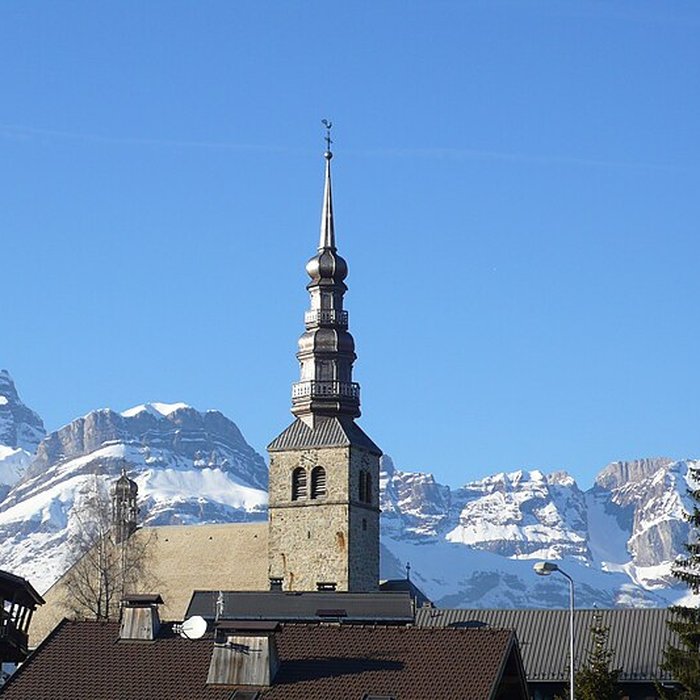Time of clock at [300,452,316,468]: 3:48
